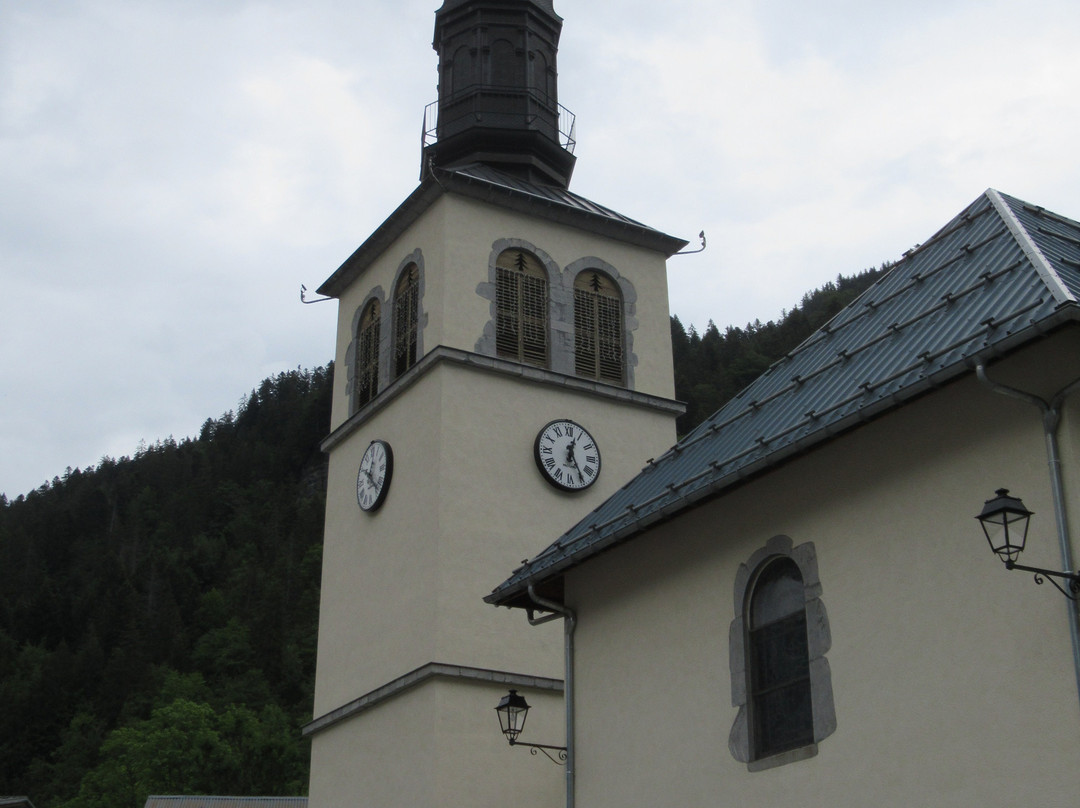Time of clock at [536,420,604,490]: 12:24
